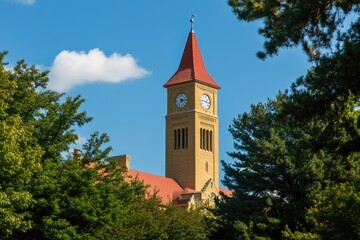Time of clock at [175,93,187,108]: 7:15
